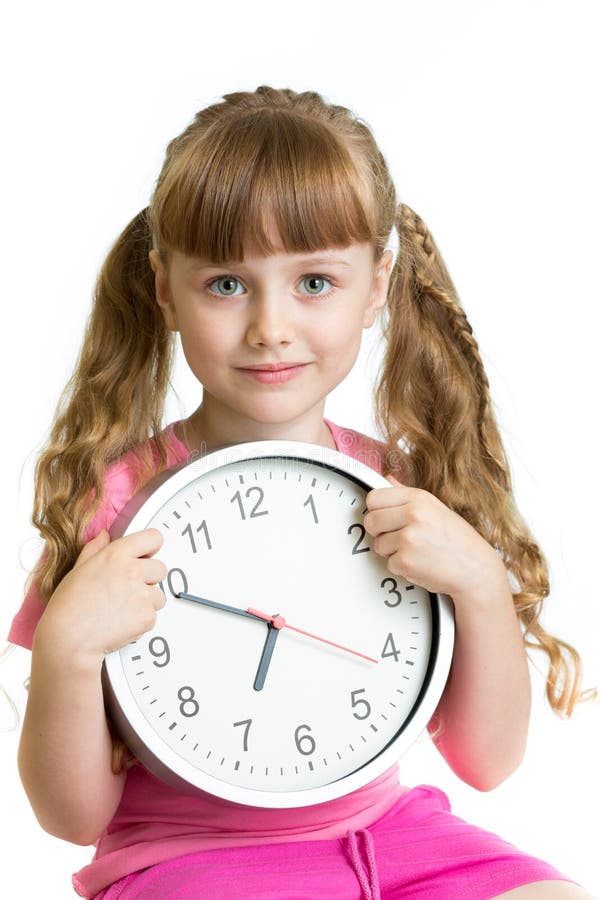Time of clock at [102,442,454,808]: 6:49
